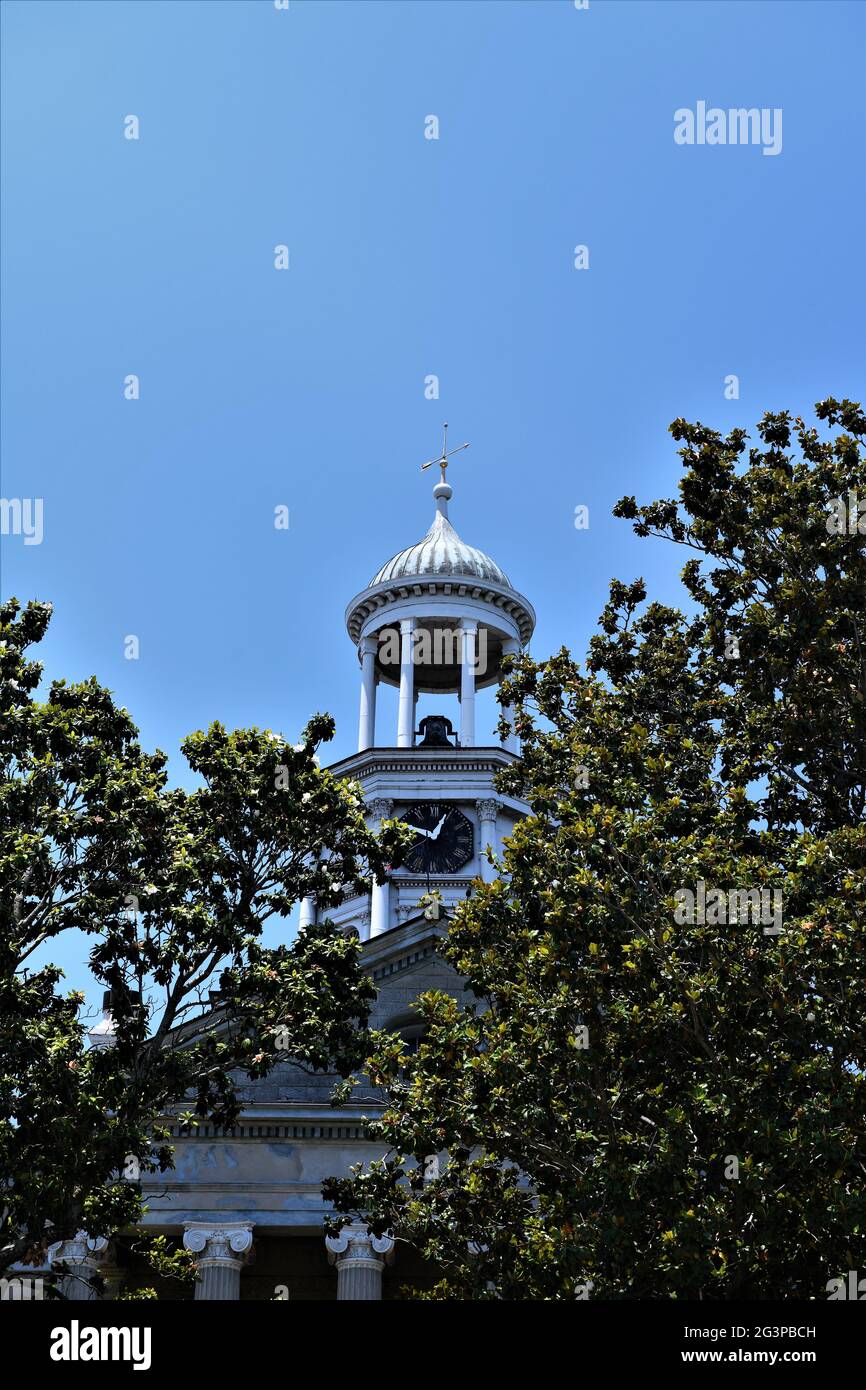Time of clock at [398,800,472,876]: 12:48
